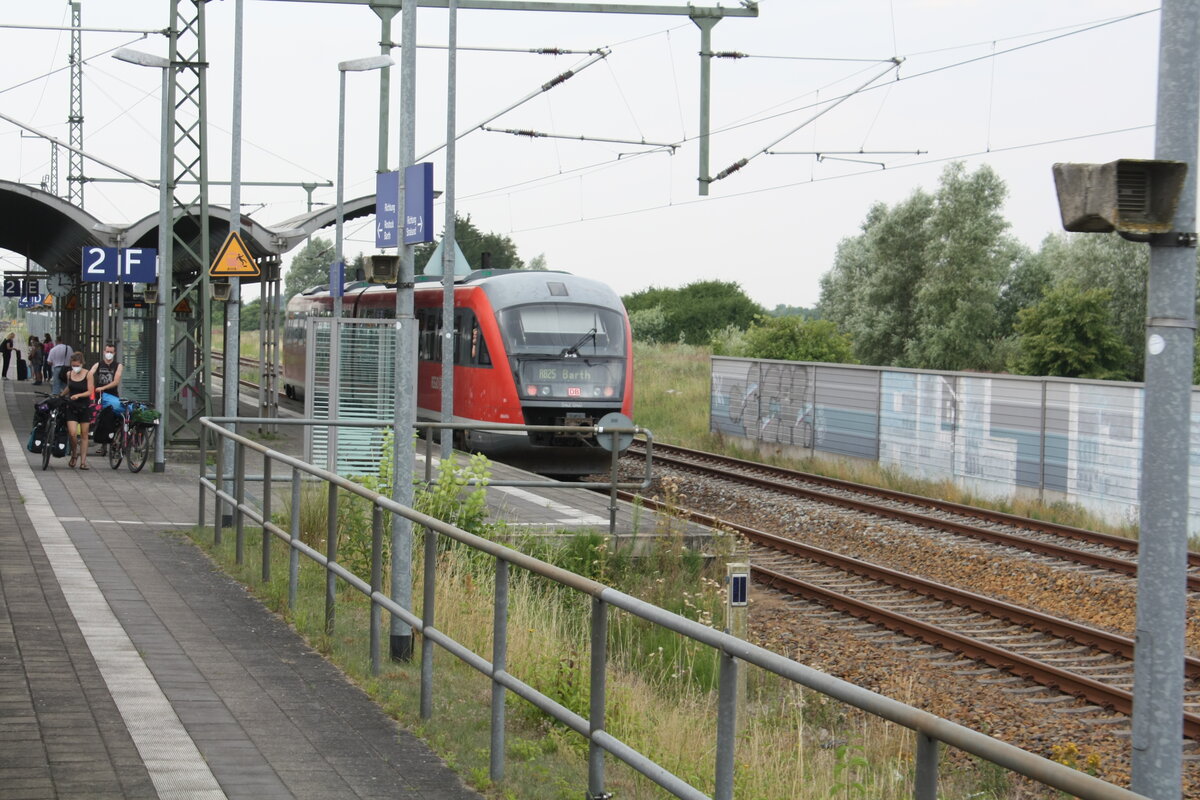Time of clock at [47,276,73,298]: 12:14
